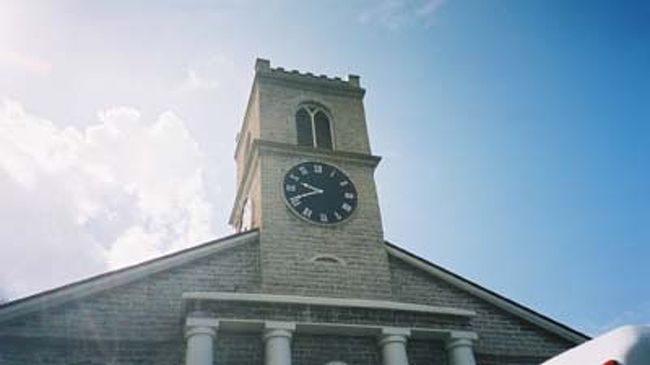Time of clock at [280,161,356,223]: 9:41
